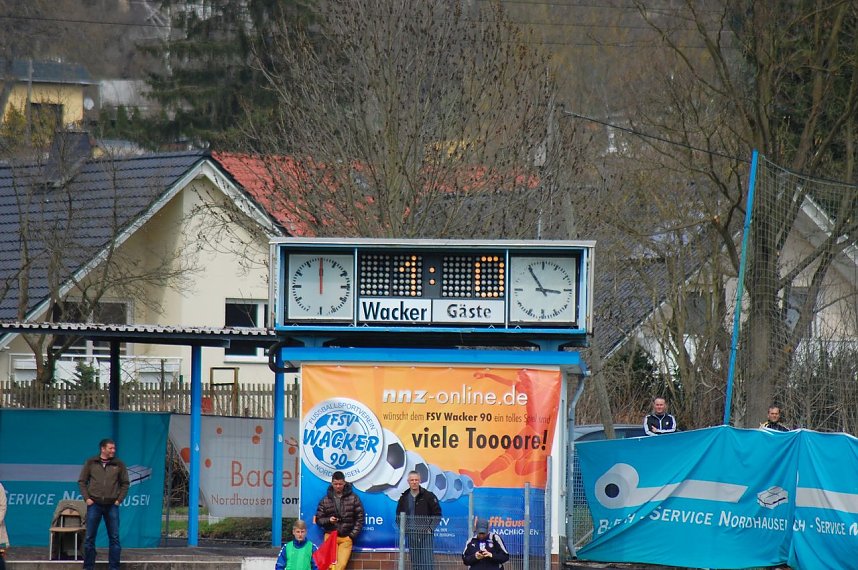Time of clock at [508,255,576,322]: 2:54
